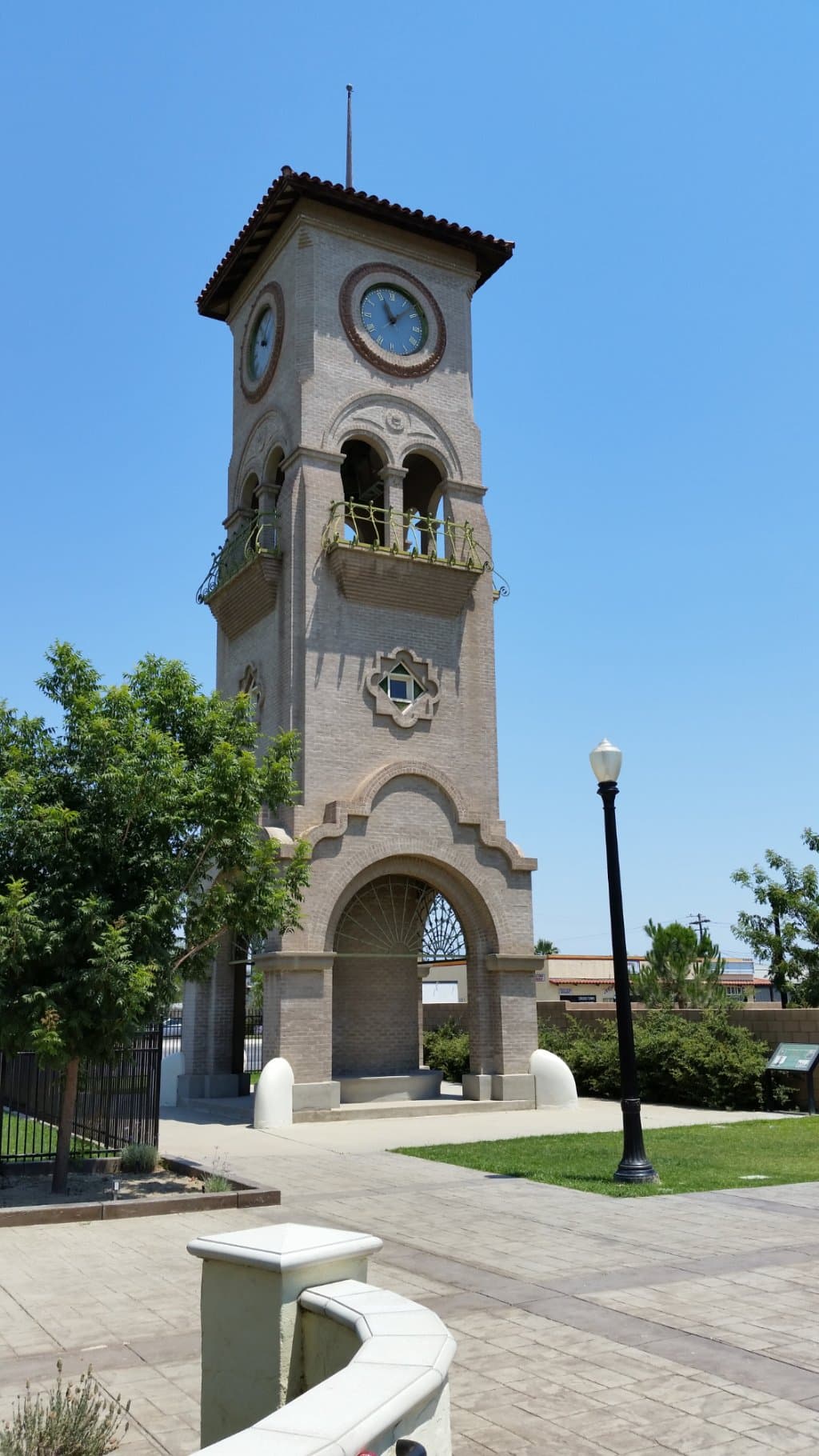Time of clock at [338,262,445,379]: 11:07
